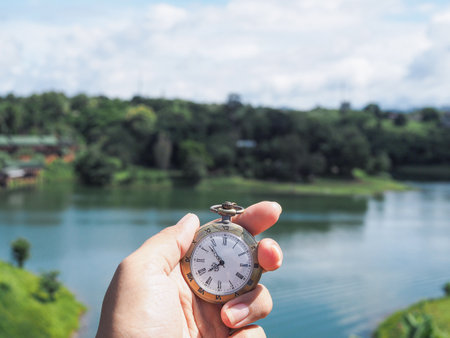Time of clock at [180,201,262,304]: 7:52
